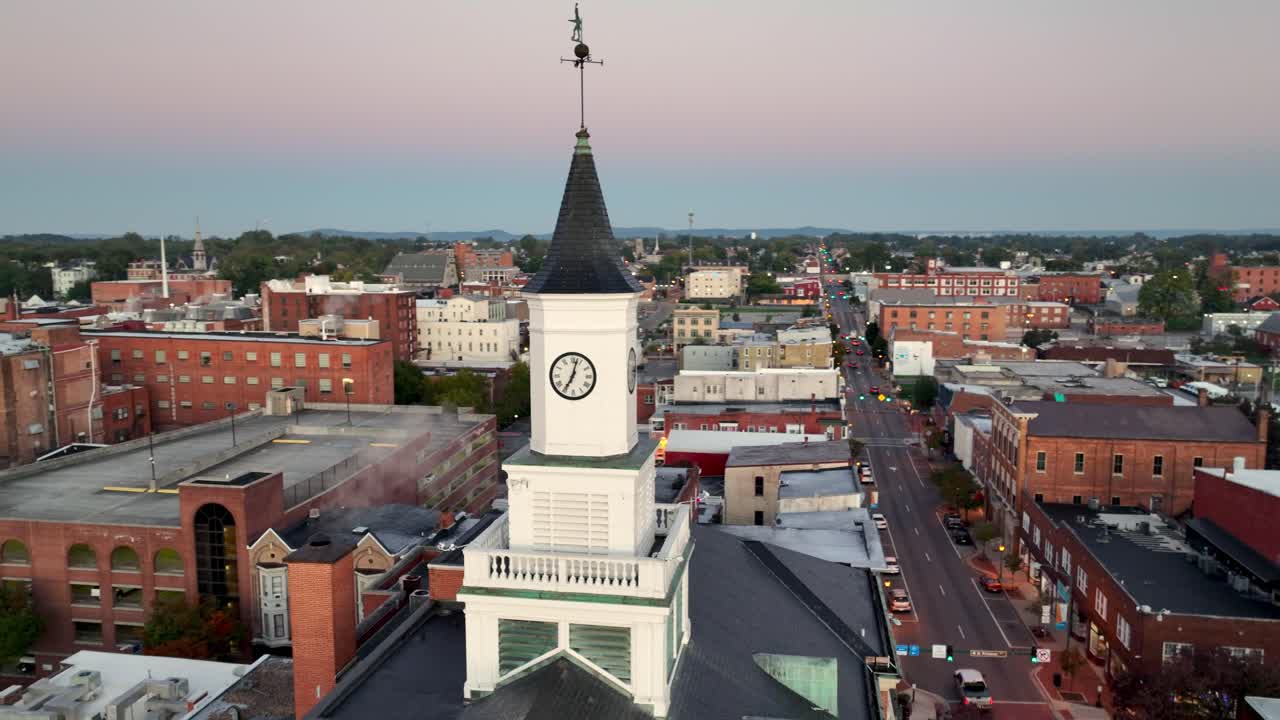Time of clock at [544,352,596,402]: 7:02
